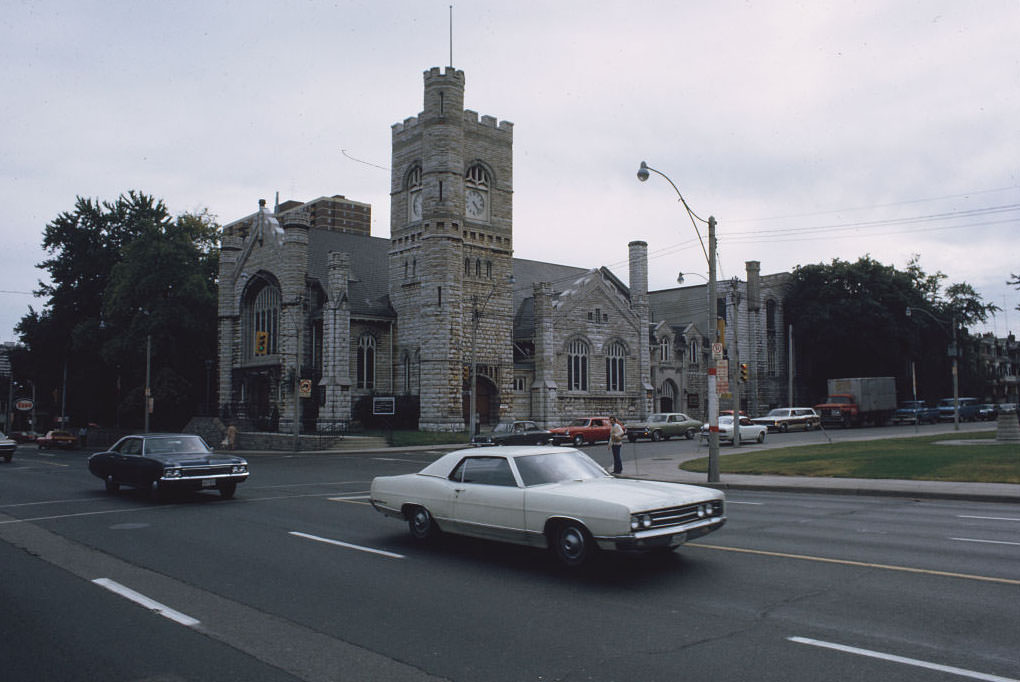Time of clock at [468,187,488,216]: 4:22
